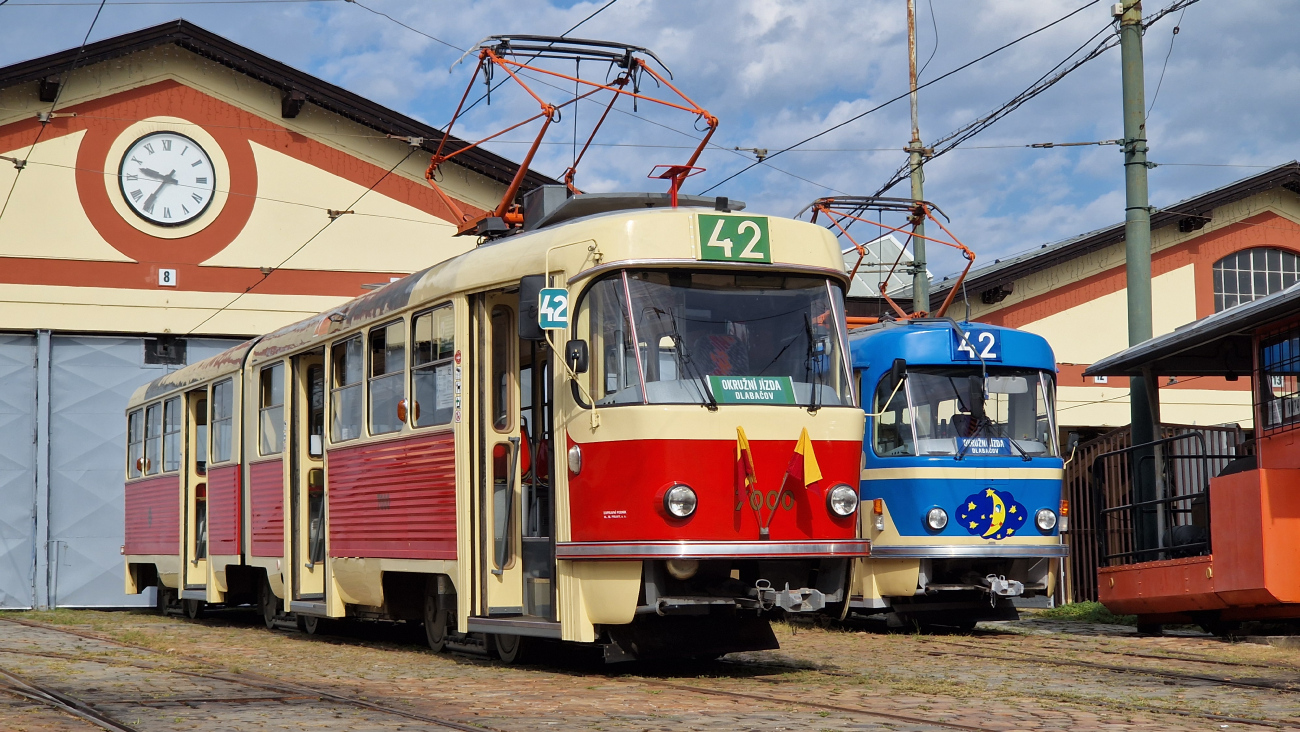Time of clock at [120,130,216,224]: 9:36
